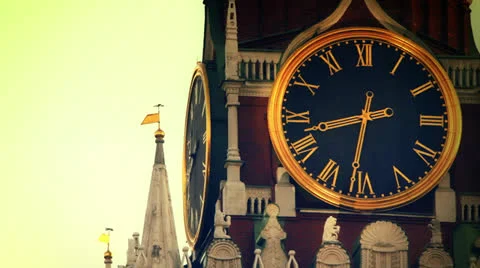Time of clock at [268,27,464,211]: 8:31
